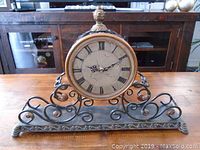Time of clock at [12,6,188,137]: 9:10
